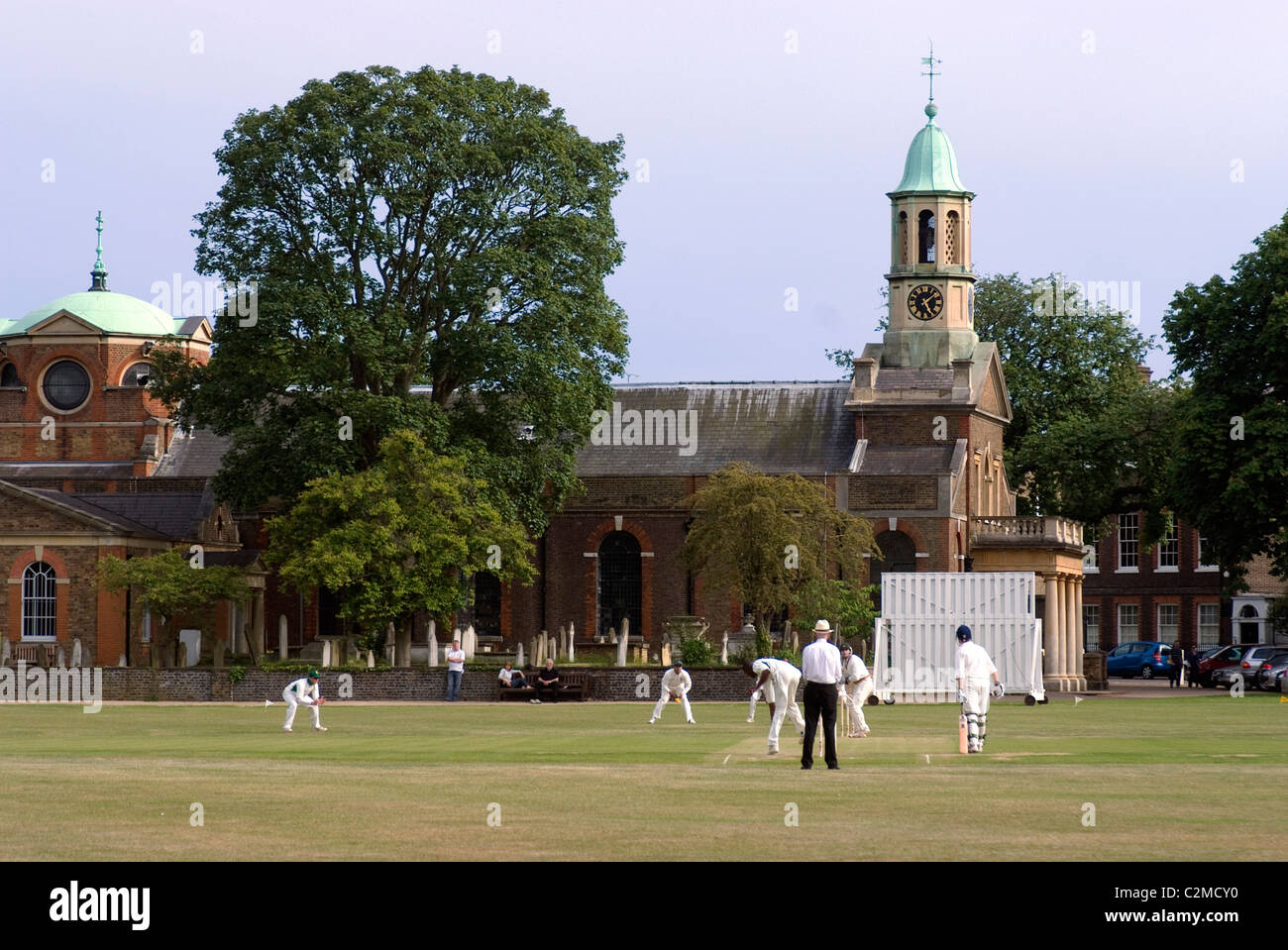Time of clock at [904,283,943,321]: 1:24
